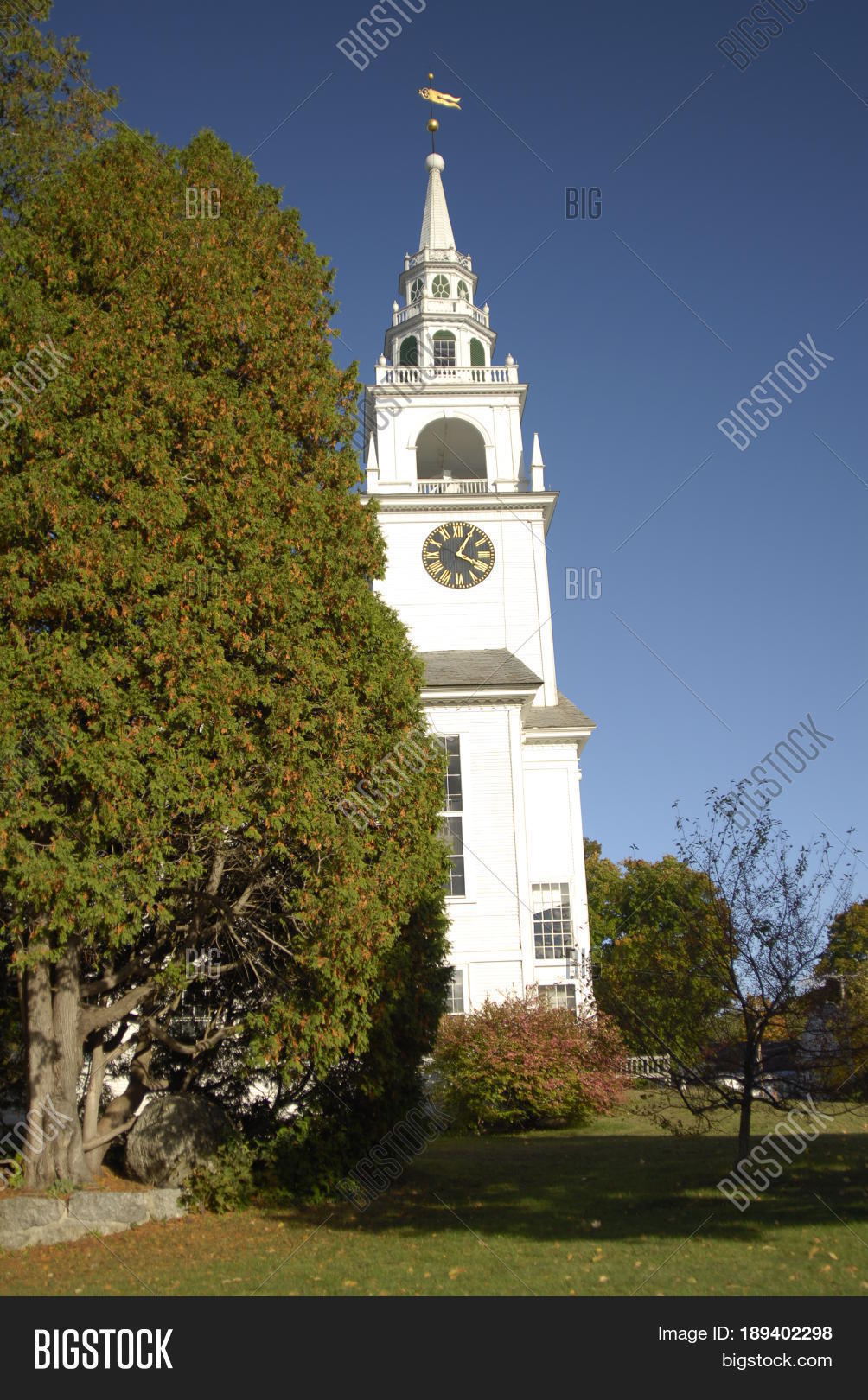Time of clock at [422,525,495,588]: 4:04
